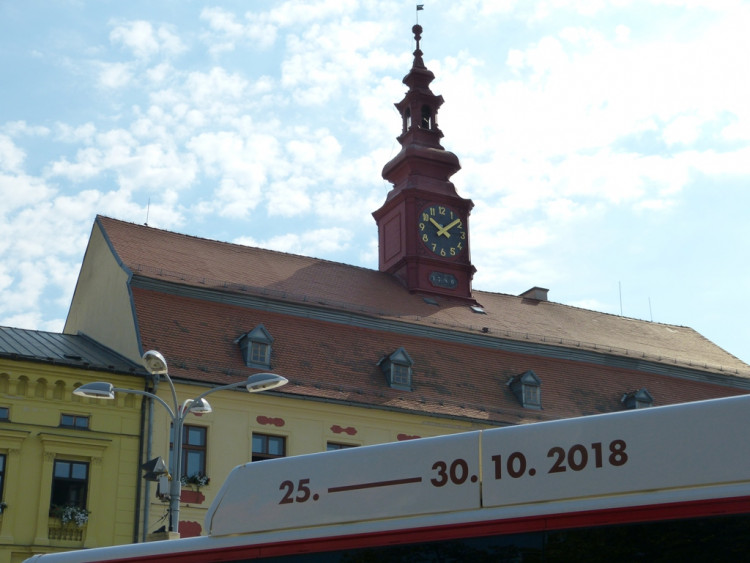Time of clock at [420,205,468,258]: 10:08
